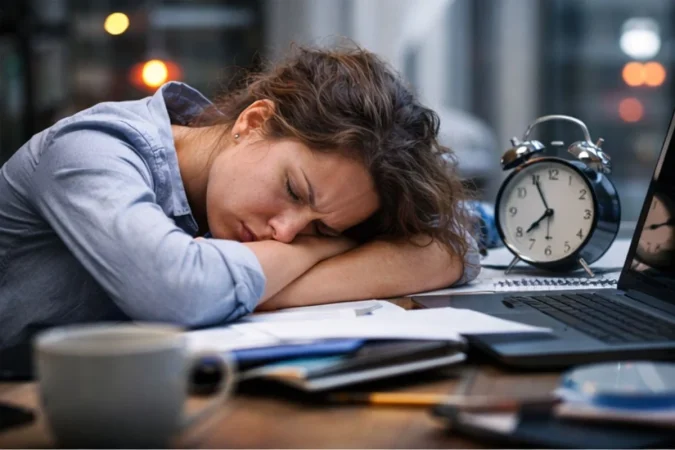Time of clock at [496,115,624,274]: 7:55
